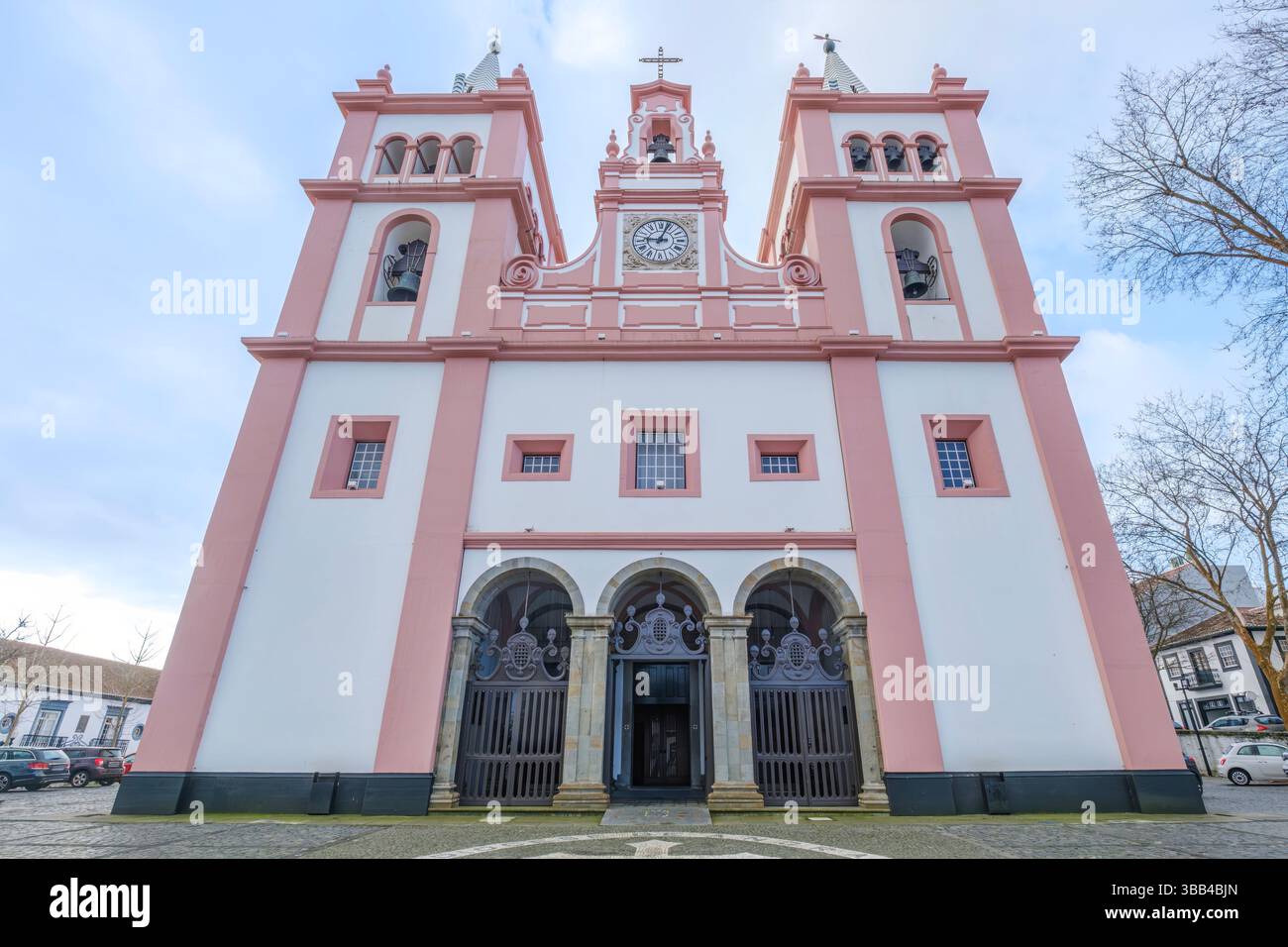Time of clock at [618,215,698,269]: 9:03
